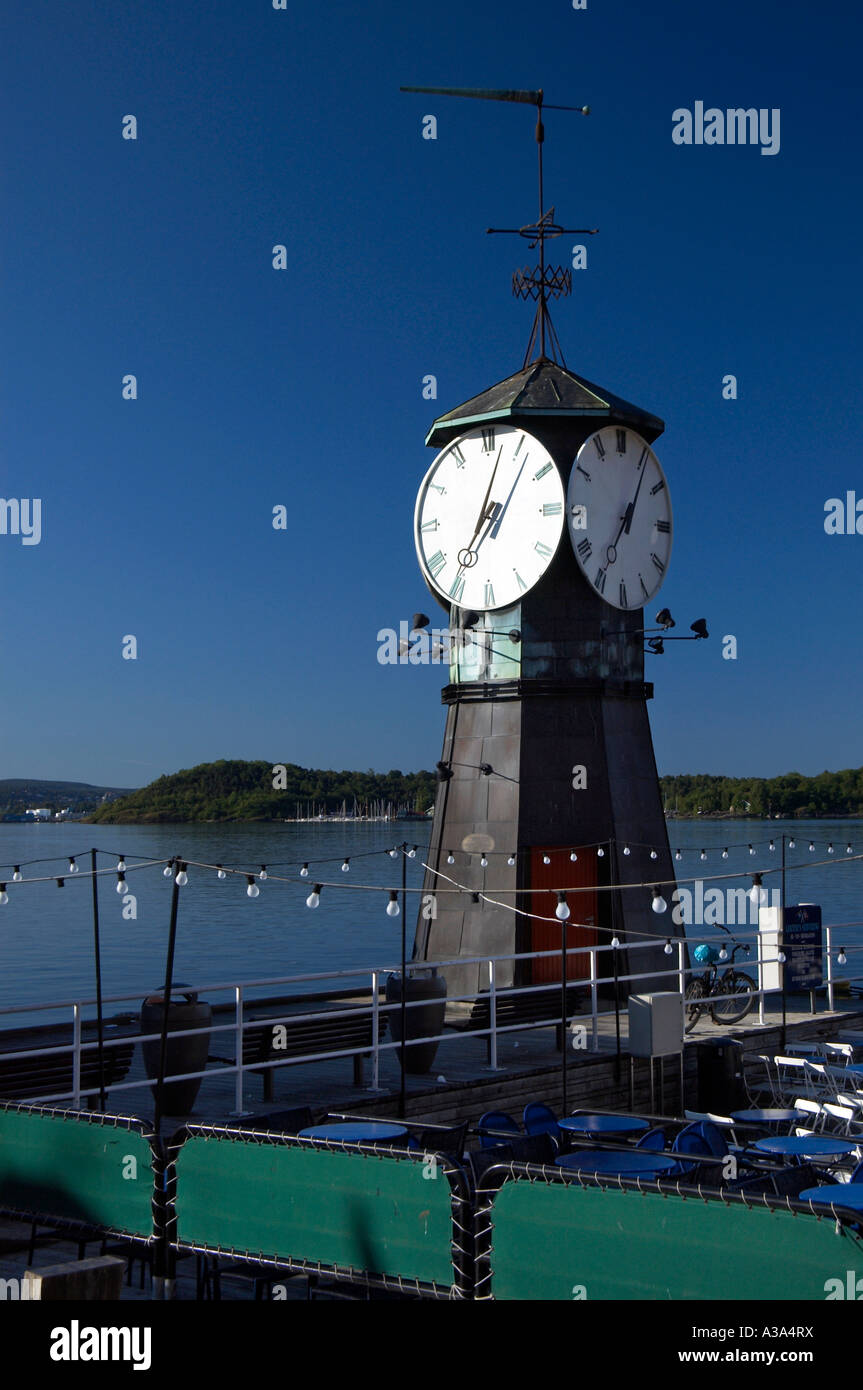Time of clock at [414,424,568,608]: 7:02
